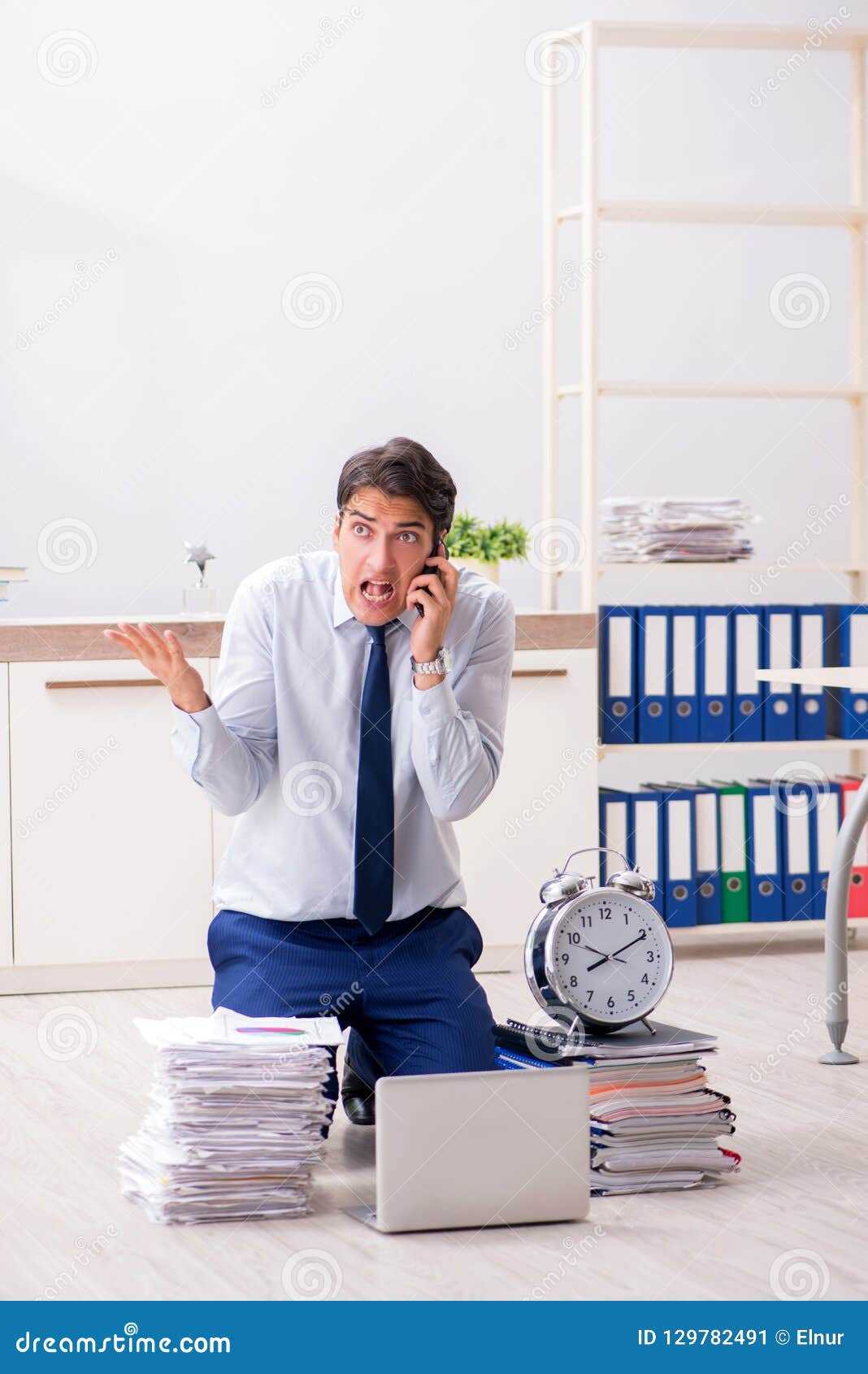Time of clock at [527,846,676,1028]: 8:10
